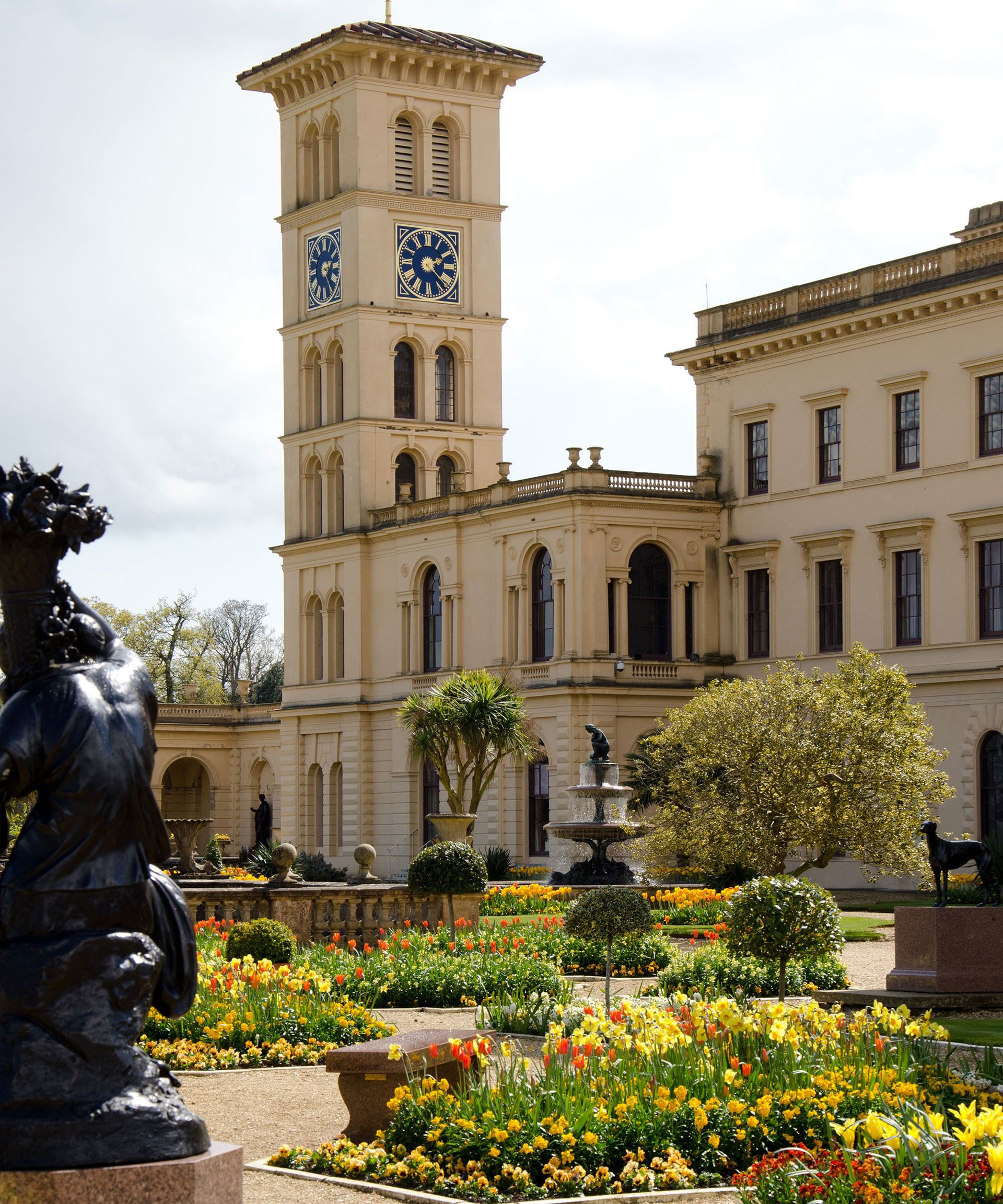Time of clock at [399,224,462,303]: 2:21
